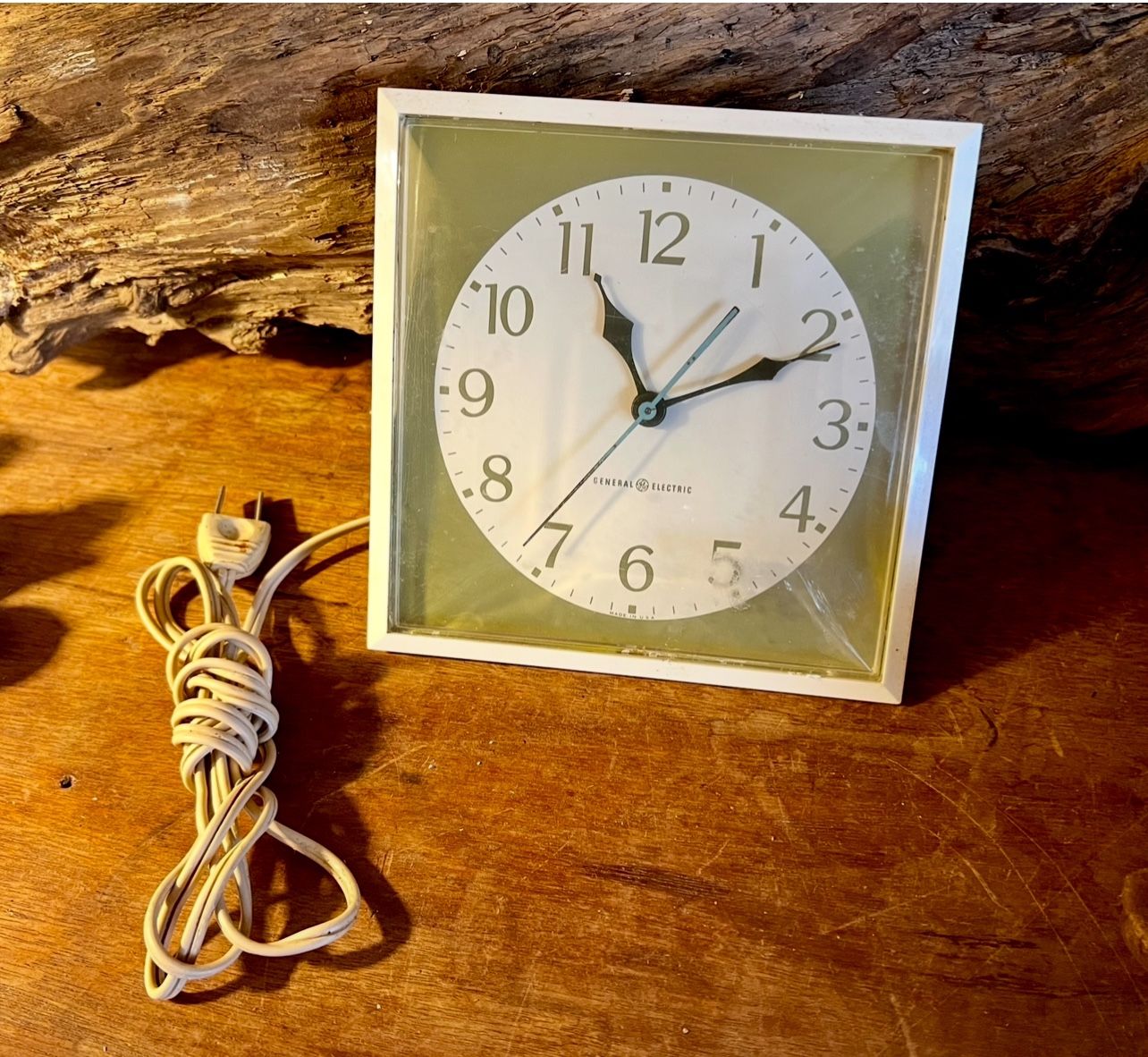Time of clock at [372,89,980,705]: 11:10
